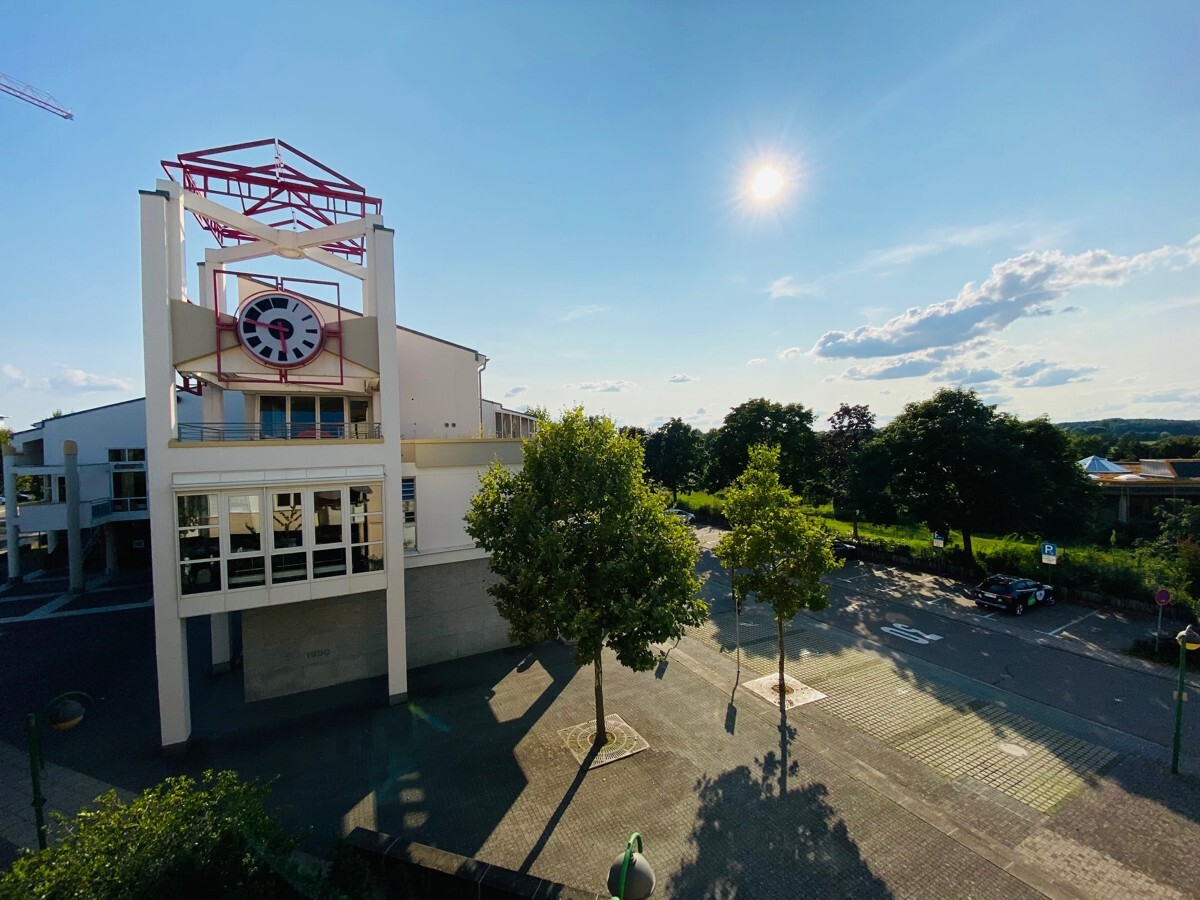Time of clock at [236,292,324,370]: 5:45
